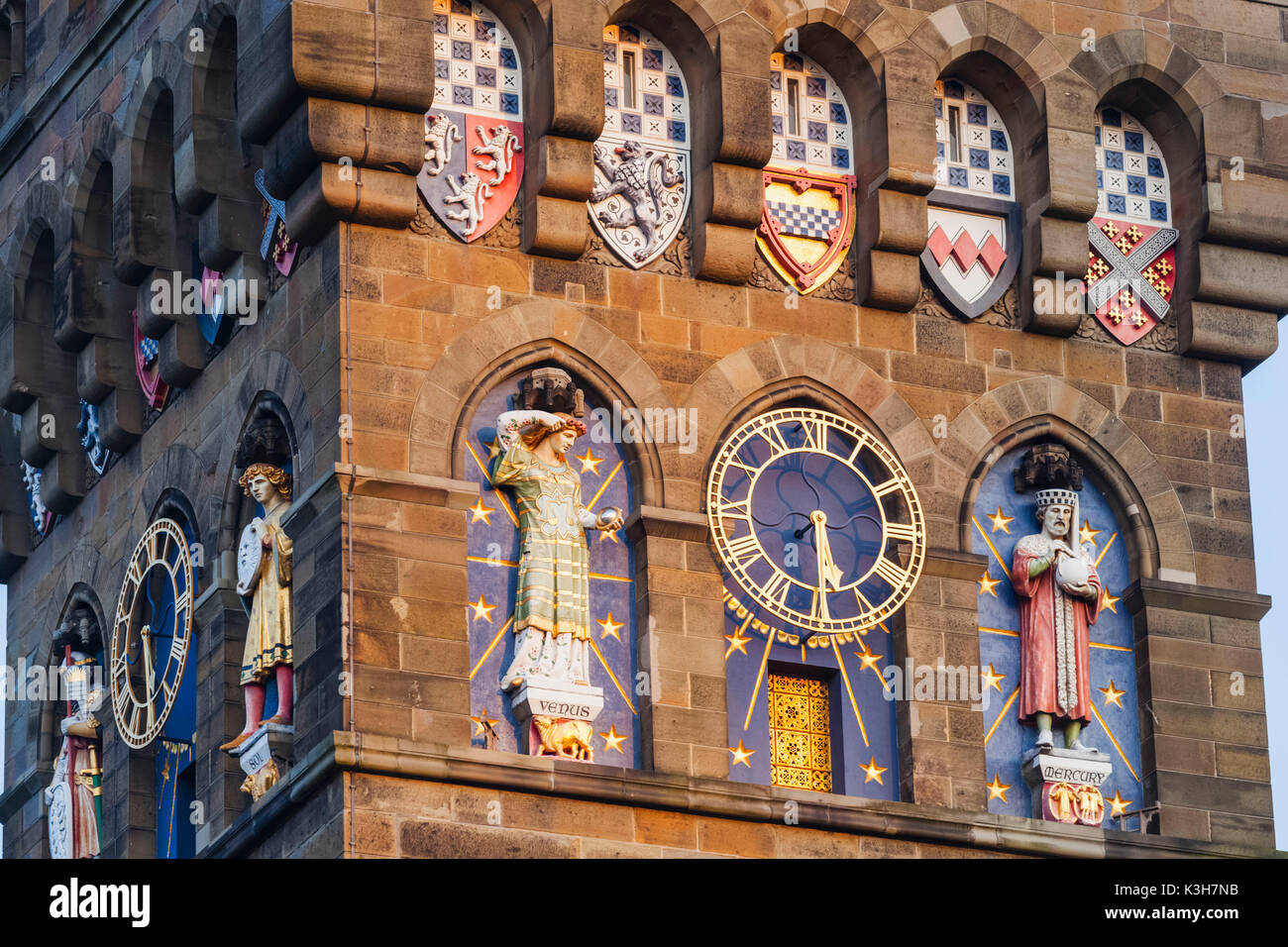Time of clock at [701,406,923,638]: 5:29
